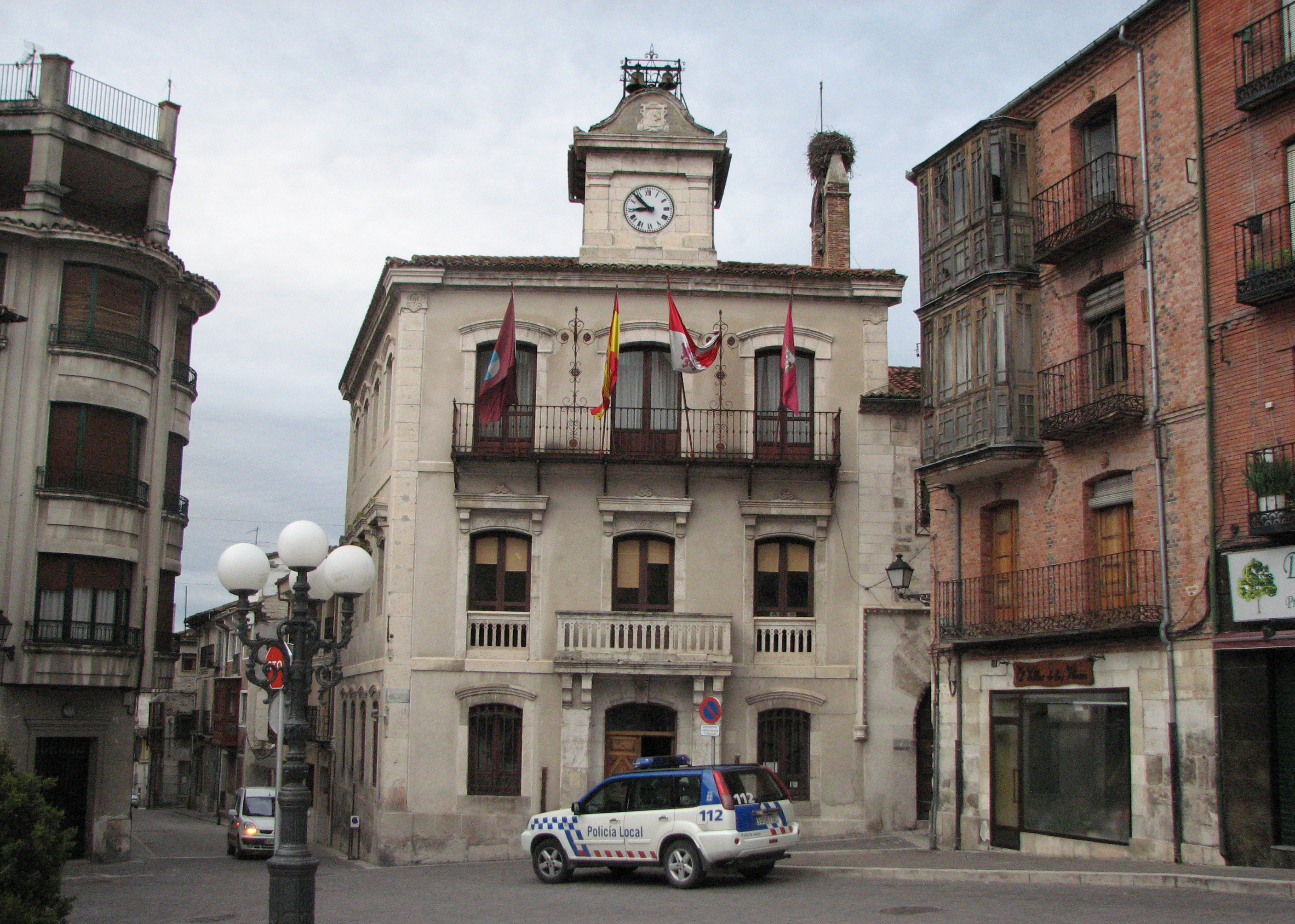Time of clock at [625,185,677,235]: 8:53
